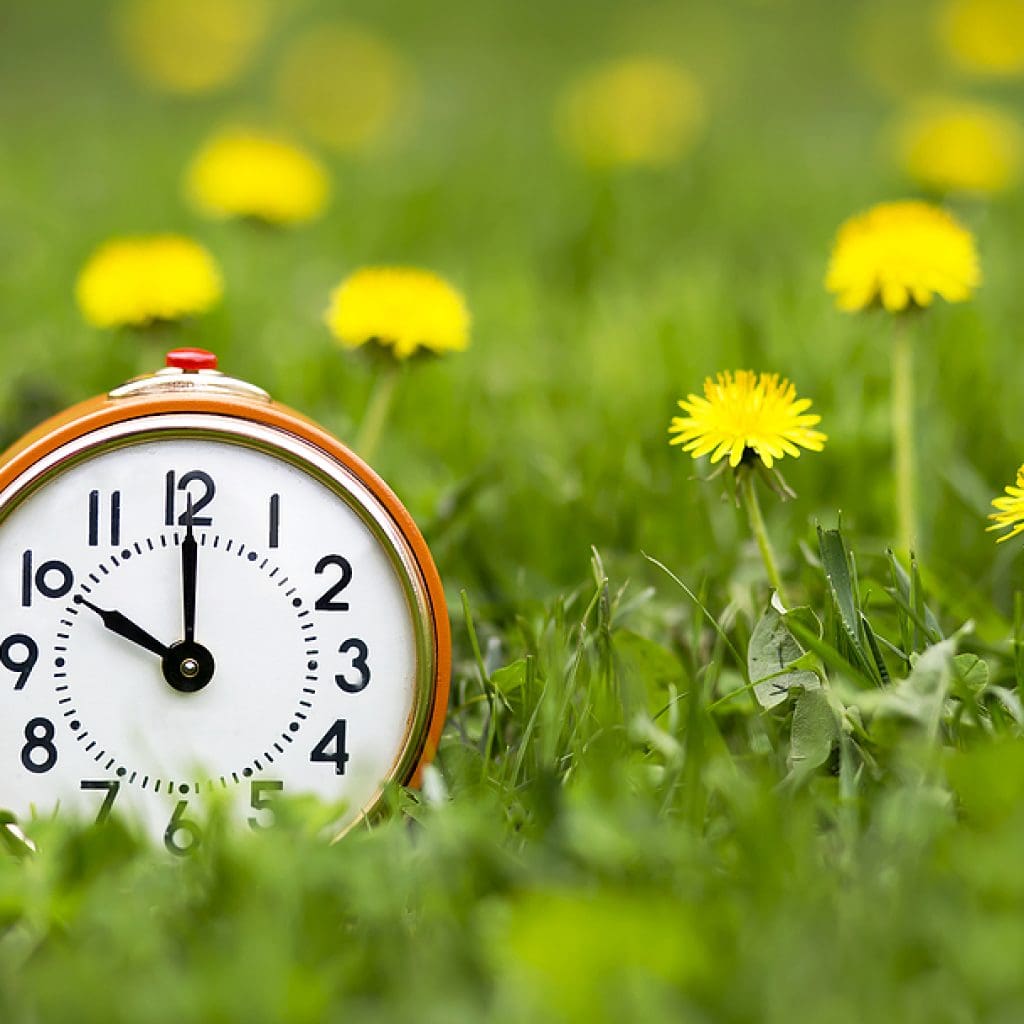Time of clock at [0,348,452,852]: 10:00
